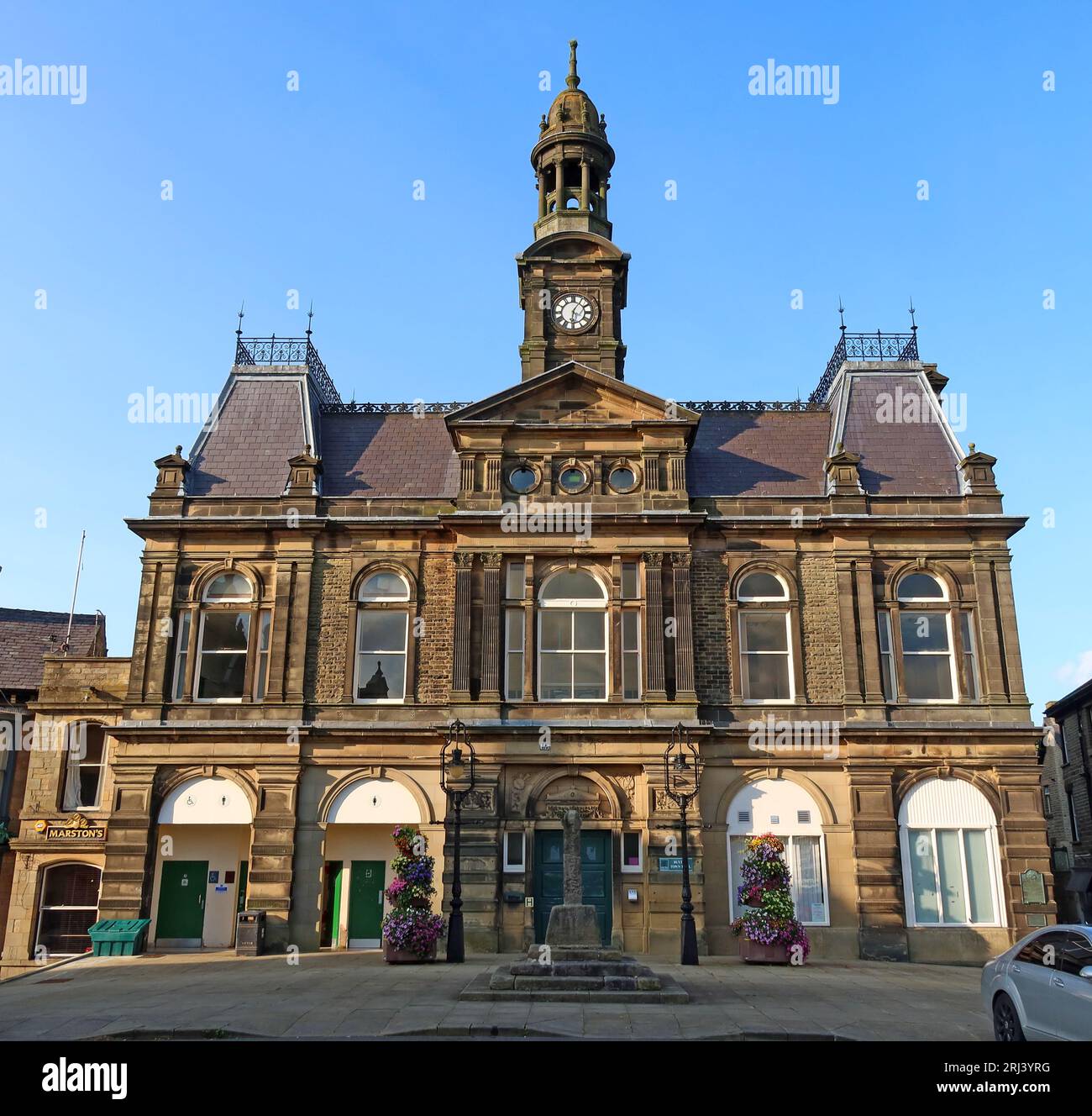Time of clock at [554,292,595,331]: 6:05
